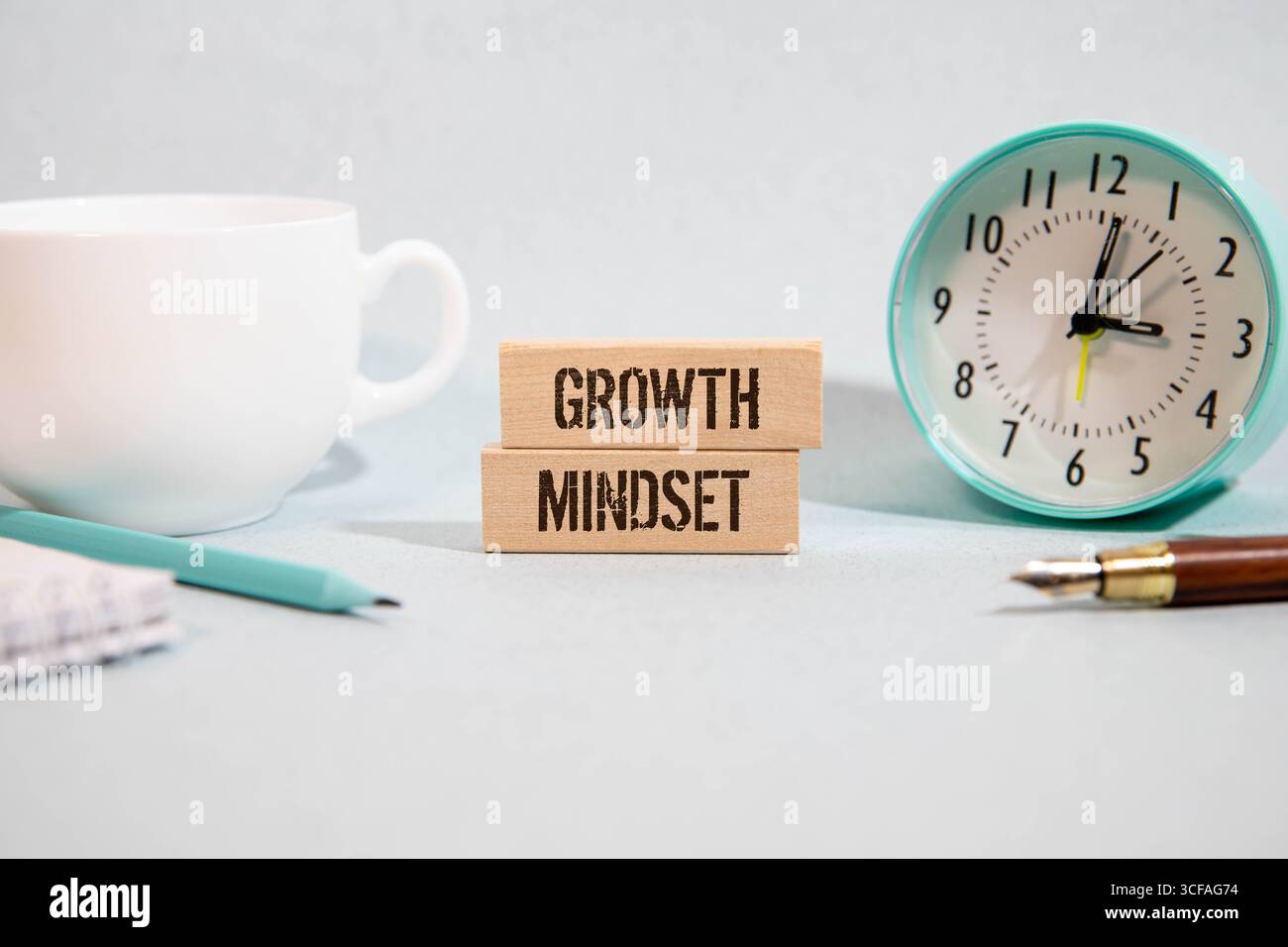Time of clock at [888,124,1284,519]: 3:01
